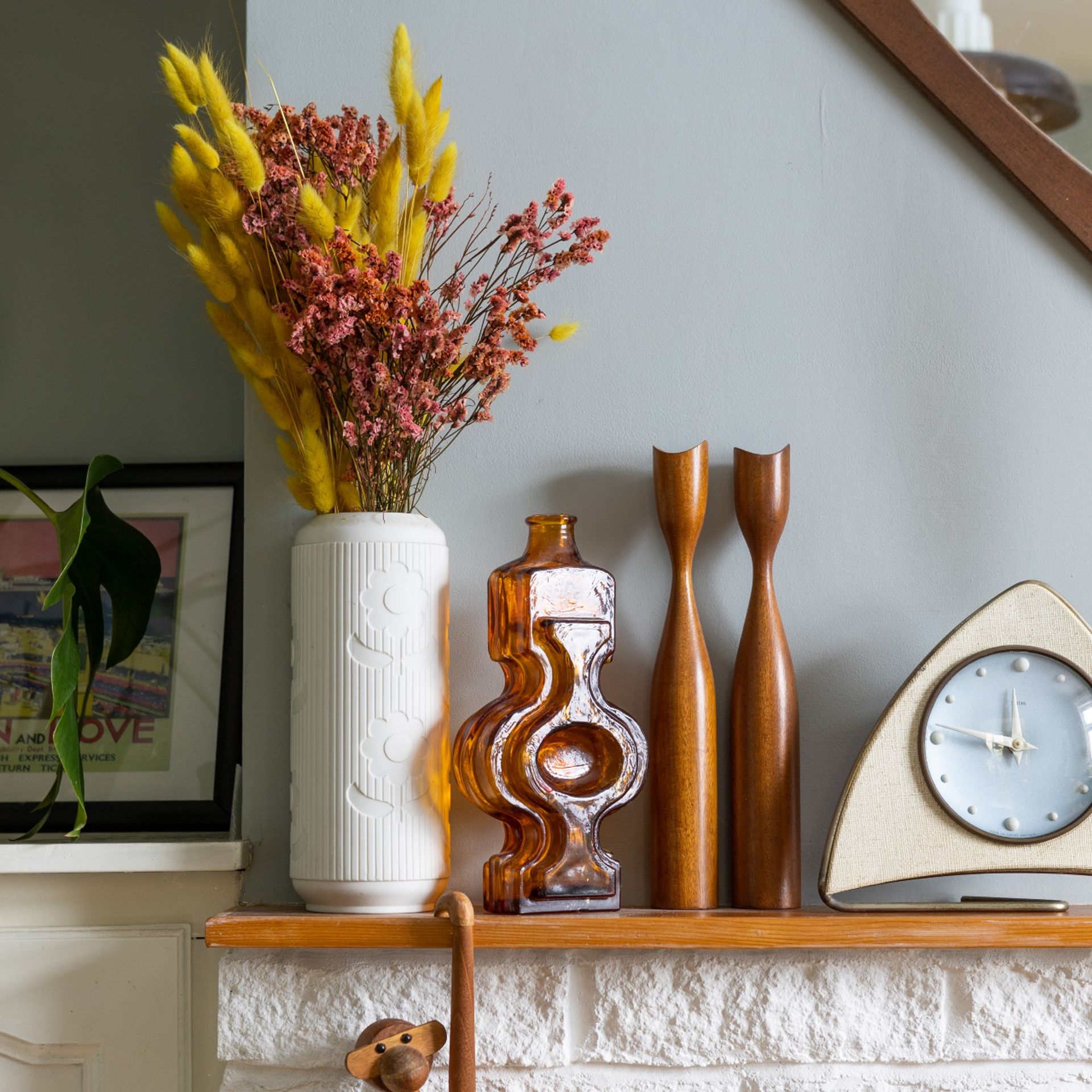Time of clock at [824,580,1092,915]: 11:46
